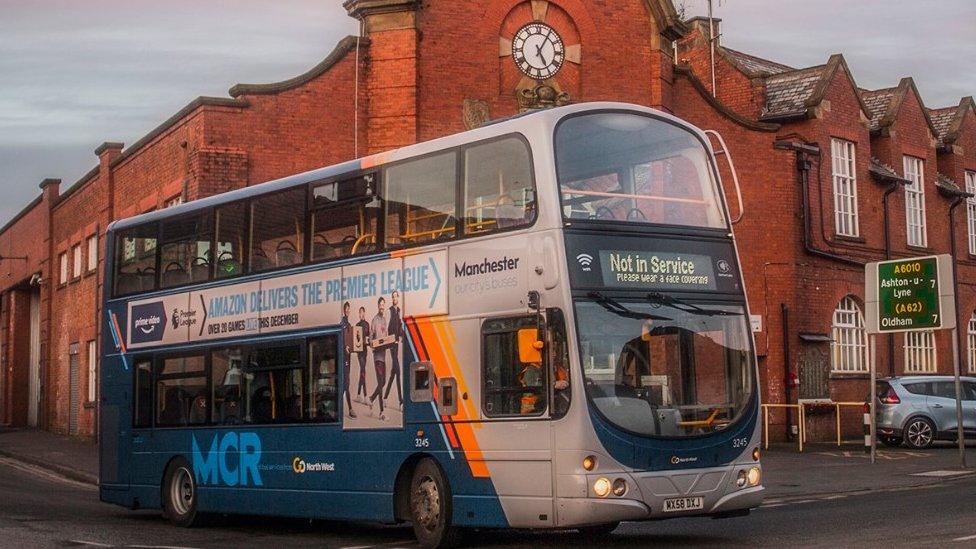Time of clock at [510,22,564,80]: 5:05
